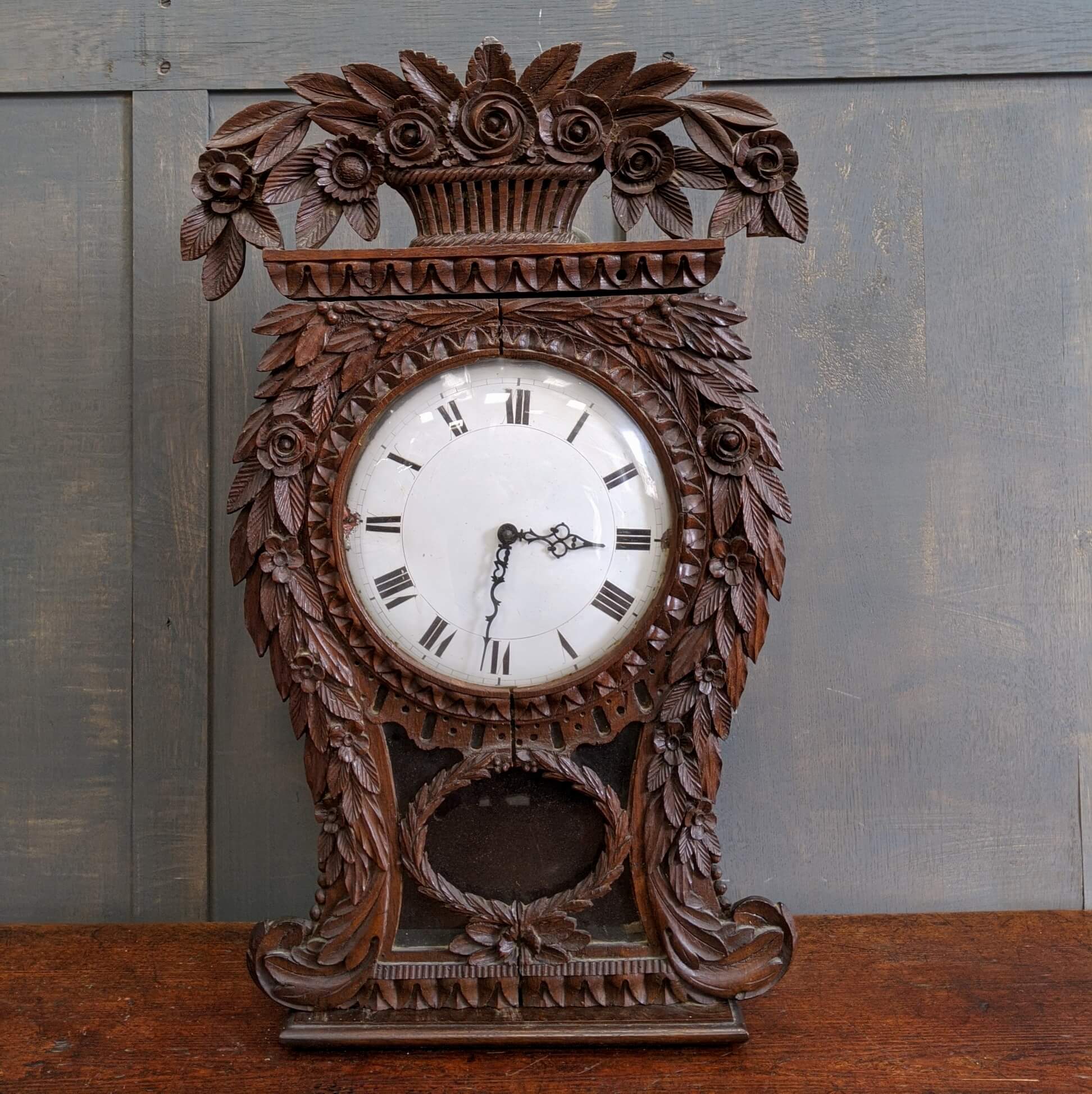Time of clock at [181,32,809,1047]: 6:14
